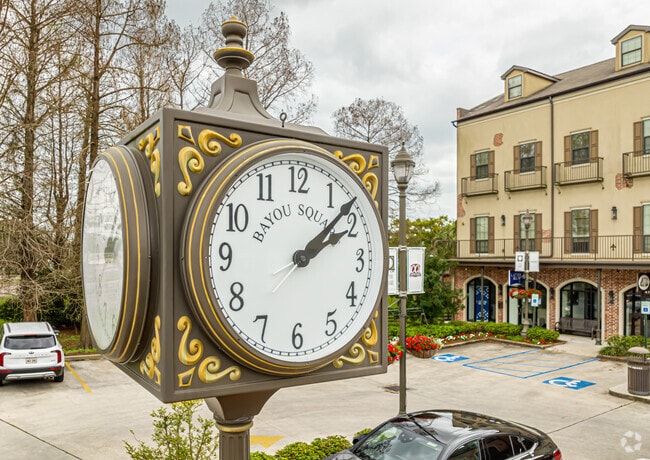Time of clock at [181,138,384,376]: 2:07
